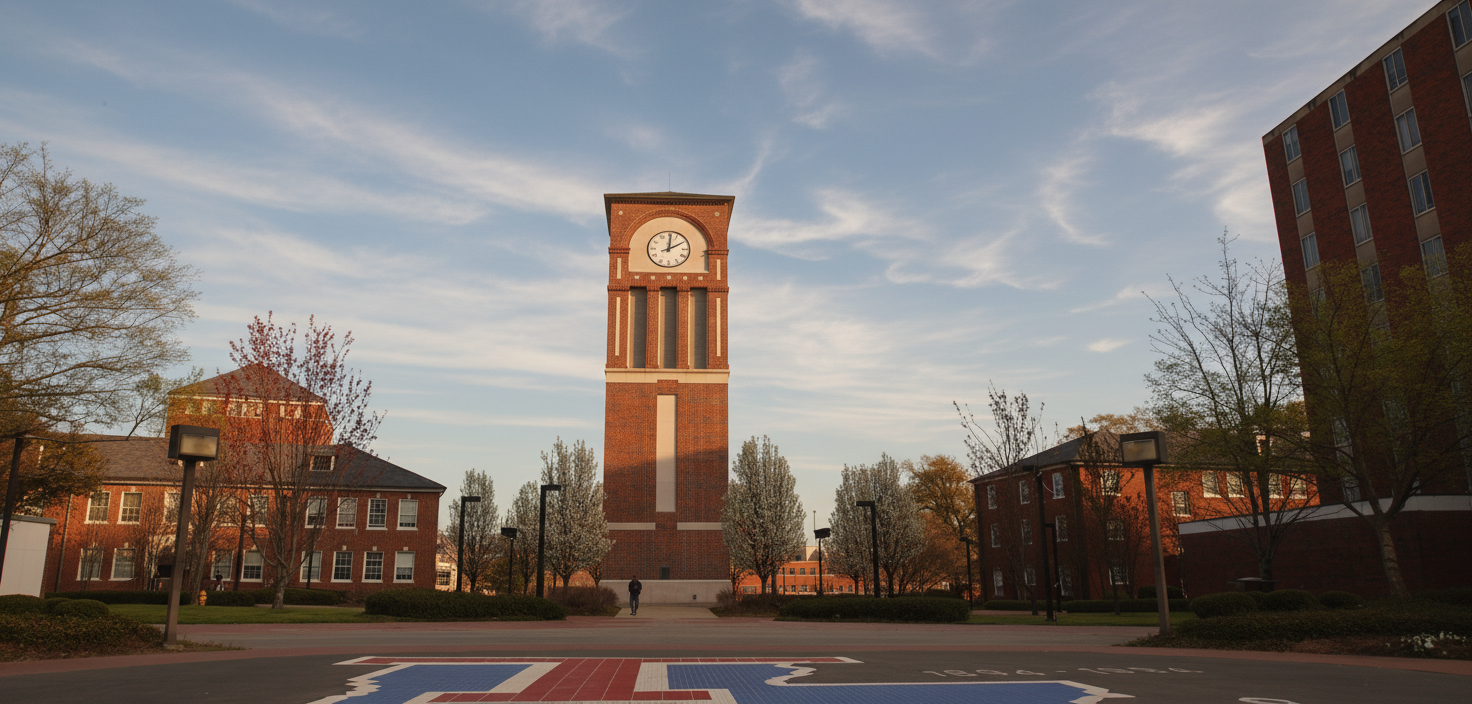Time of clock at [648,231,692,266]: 12:10
